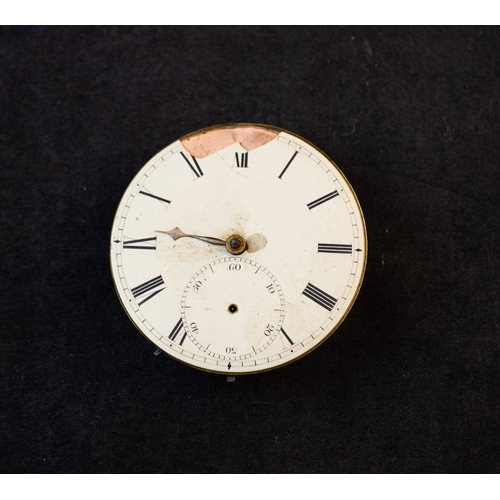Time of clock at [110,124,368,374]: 8:46
